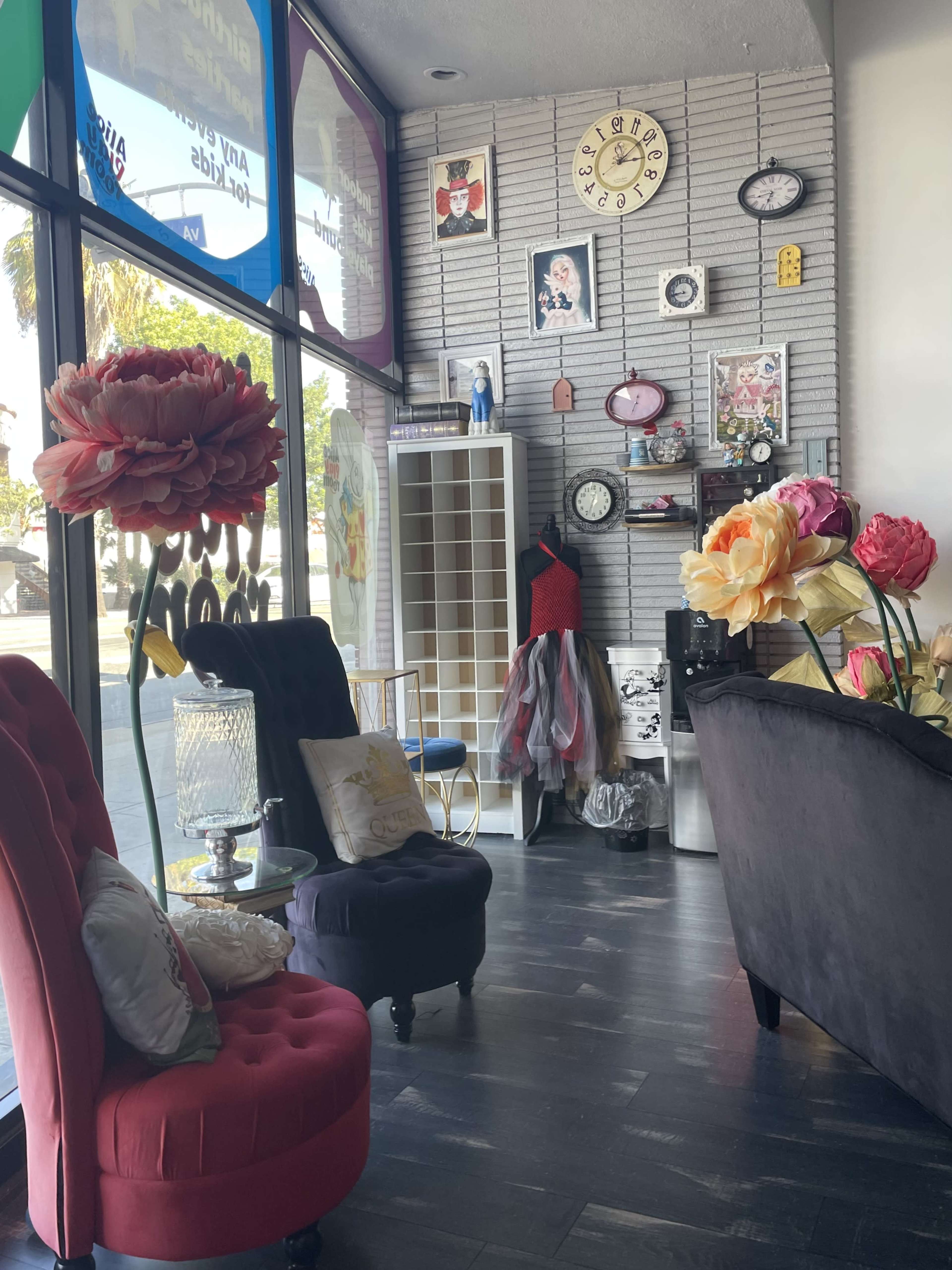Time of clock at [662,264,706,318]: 8:43
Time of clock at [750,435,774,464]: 12:32
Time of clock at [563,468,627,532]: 12:33
